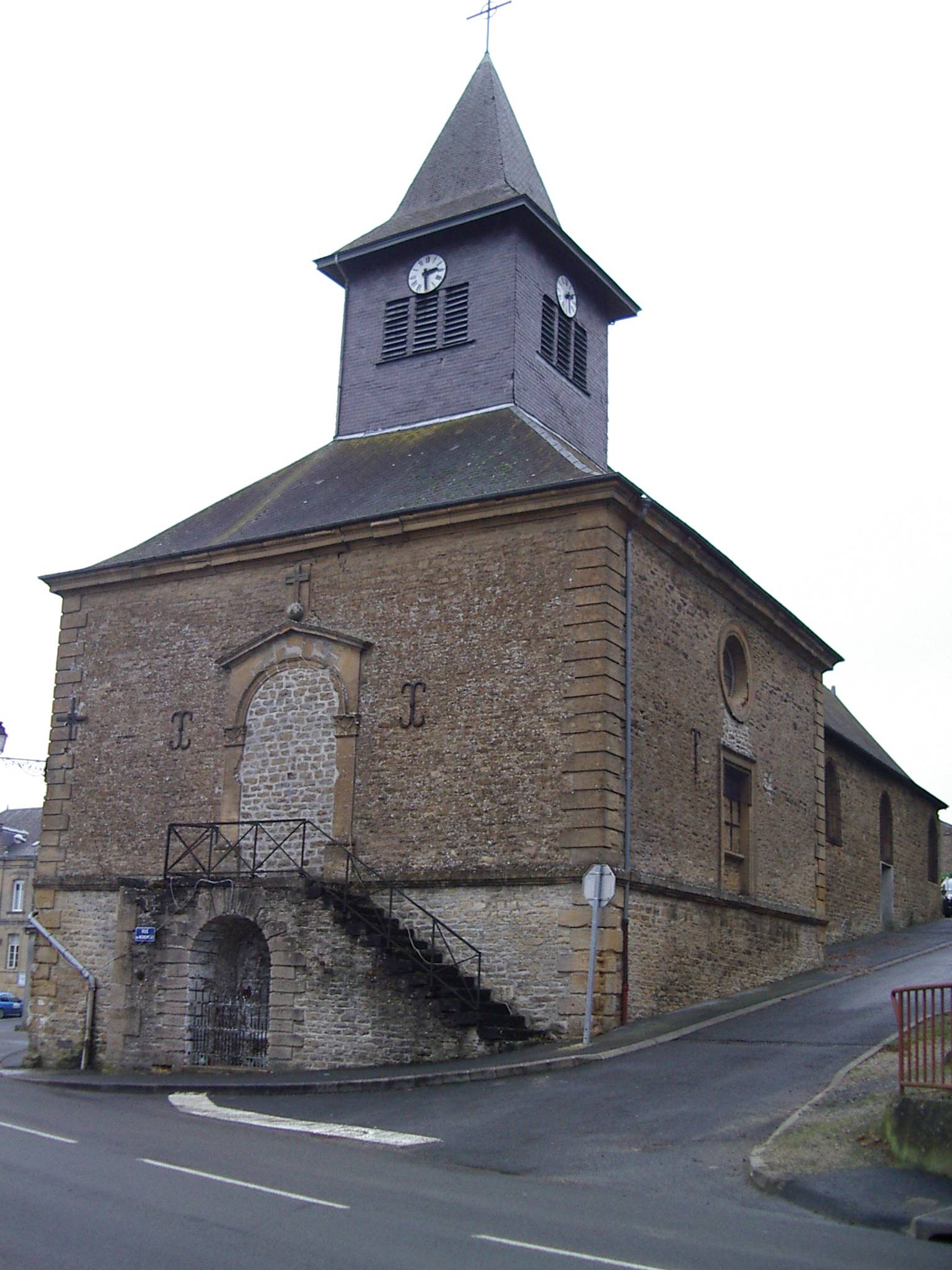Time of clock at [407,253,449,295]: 2:29
